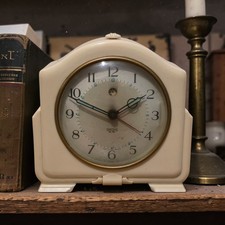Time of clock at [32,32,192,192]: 1:48
